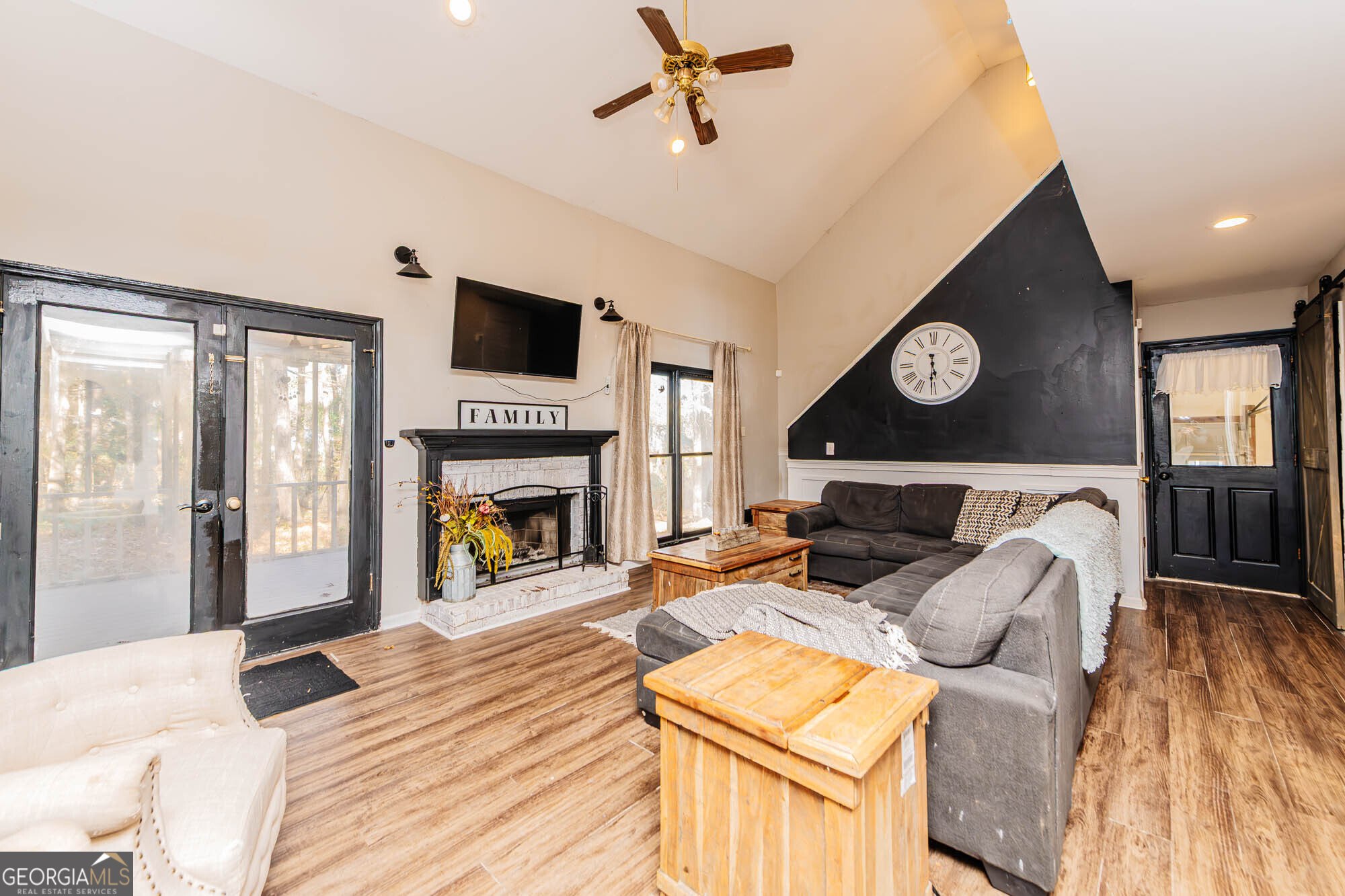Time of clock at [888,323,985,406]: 5:30
